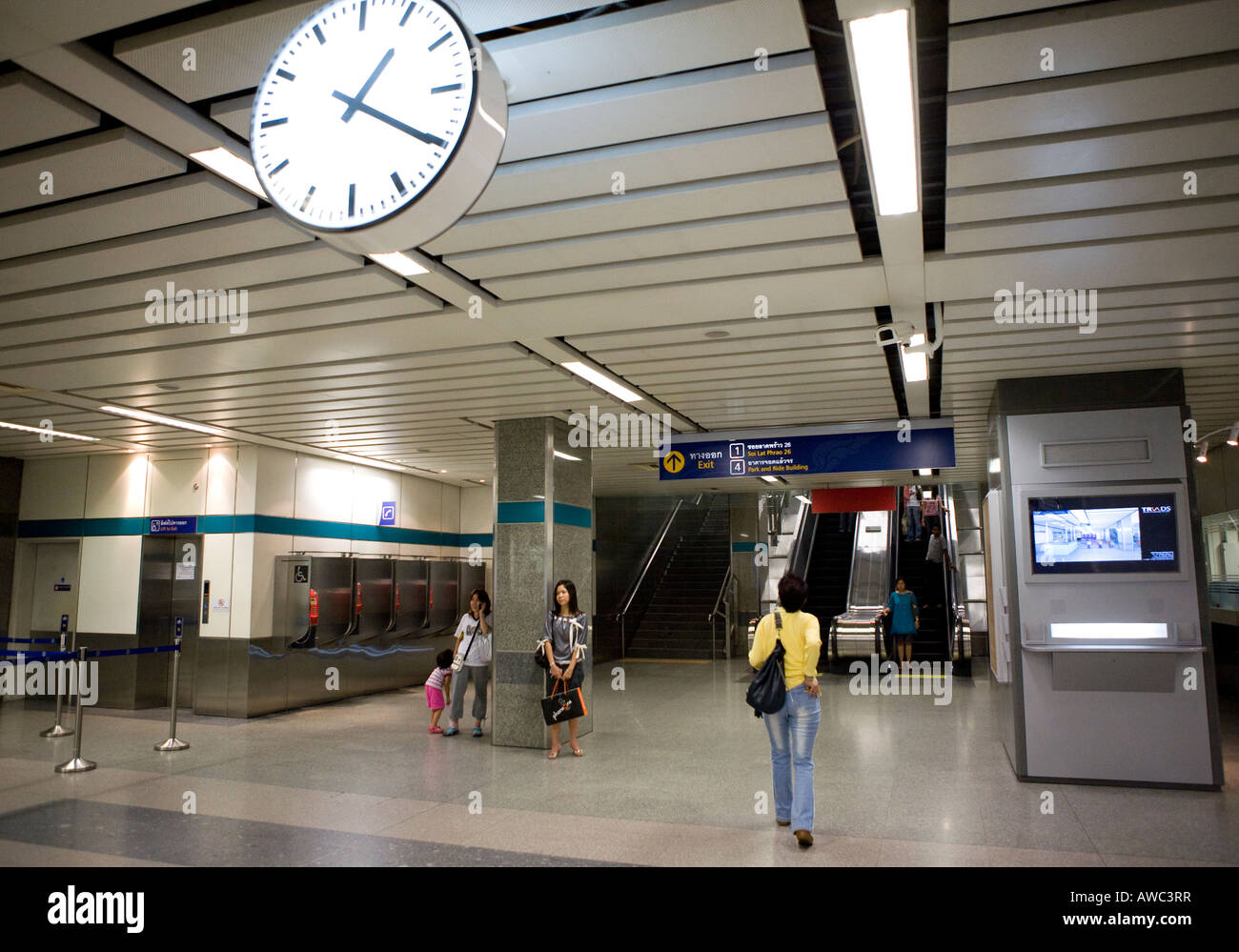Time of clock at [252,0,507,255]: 1:20
